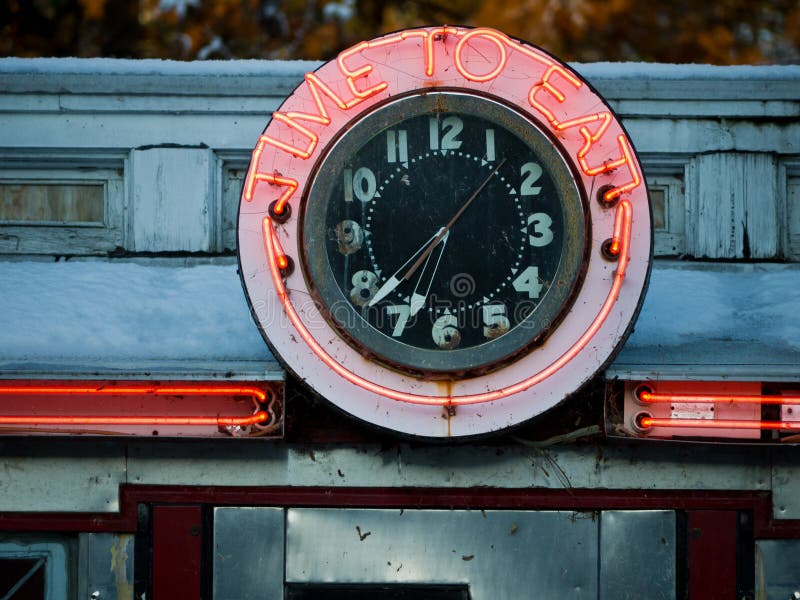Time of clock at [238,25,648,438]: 6:37
